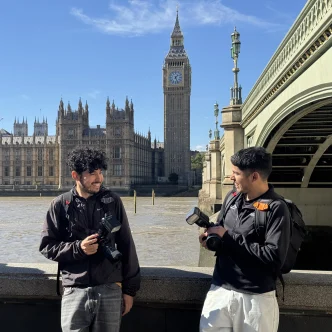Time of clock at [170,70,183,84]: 1:26
